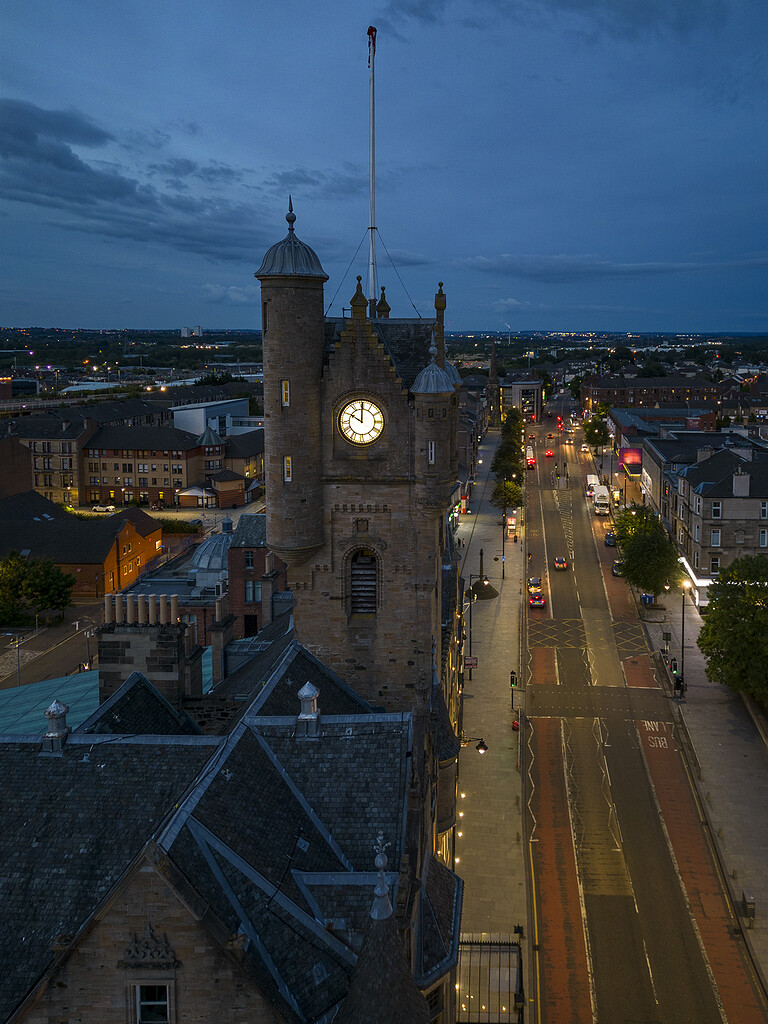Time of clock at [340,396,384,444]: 10:00
